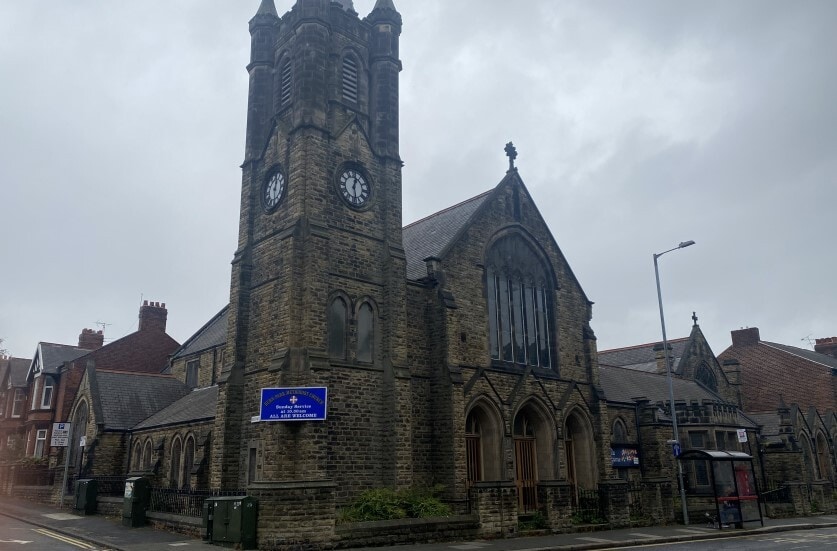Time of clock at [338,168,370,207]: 12:28
